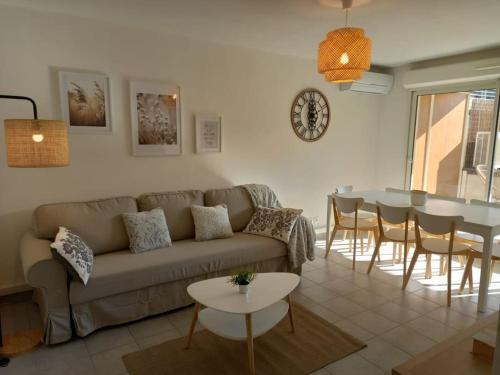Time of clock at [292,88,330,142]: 5:59
